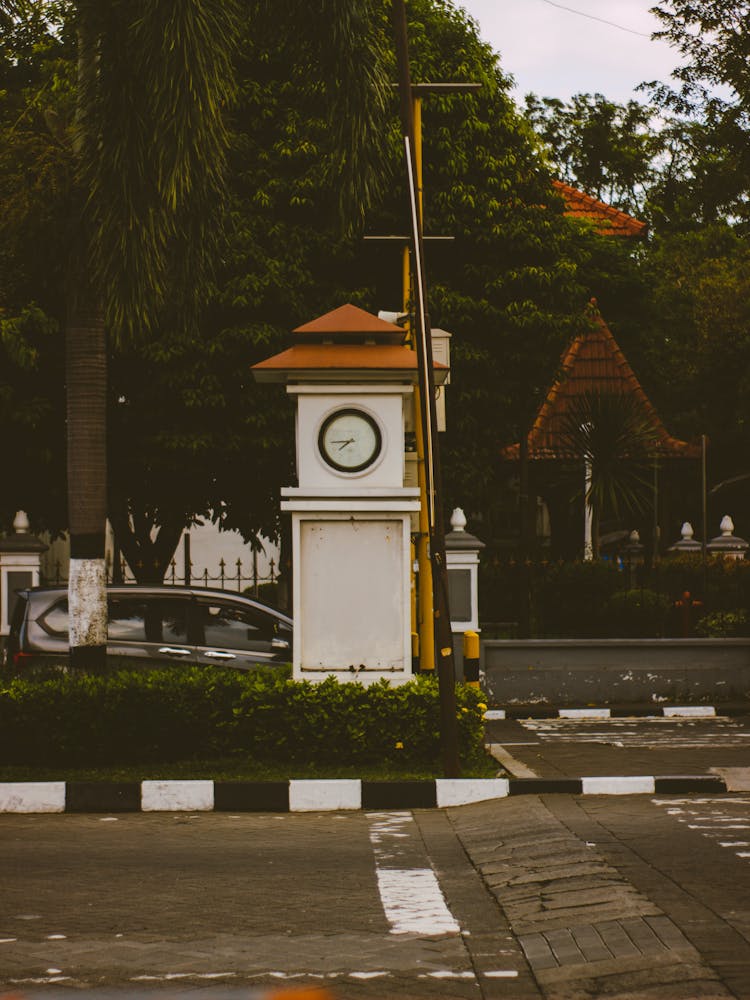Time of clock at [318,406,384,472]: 7:44
